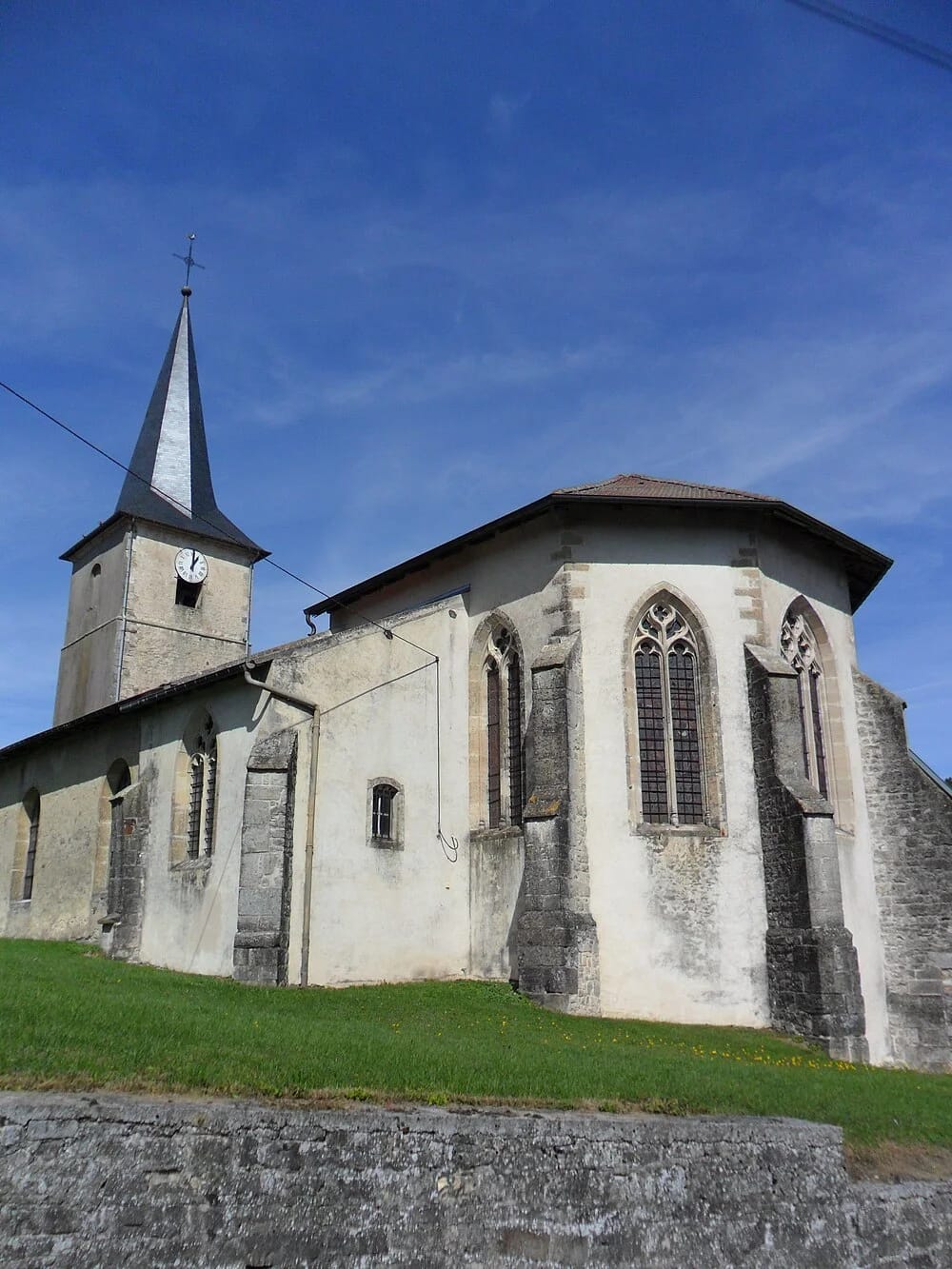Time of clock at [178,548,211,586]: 1:01
